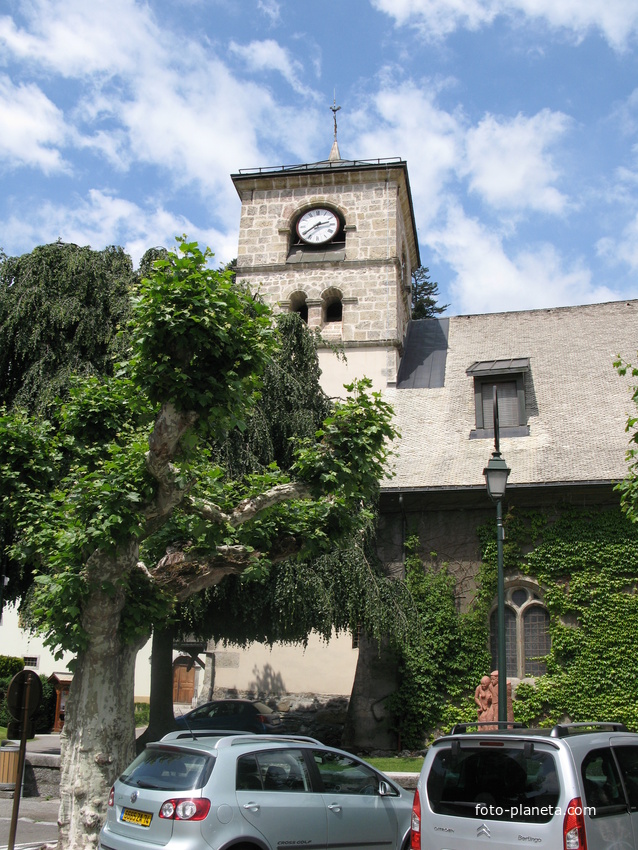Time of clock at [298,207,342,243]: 2:39
